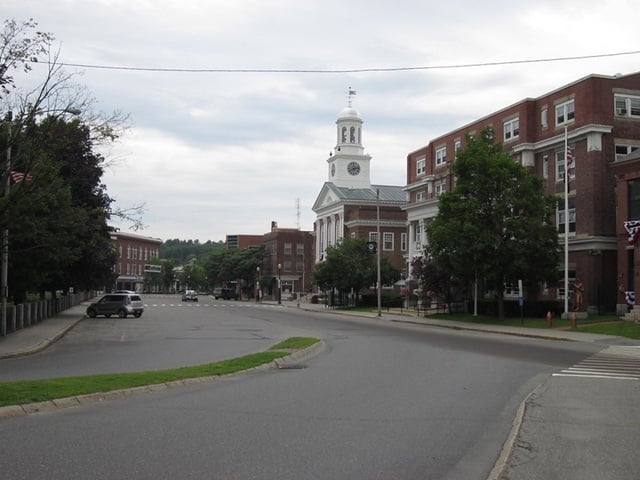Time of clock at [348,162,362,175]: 8:12
